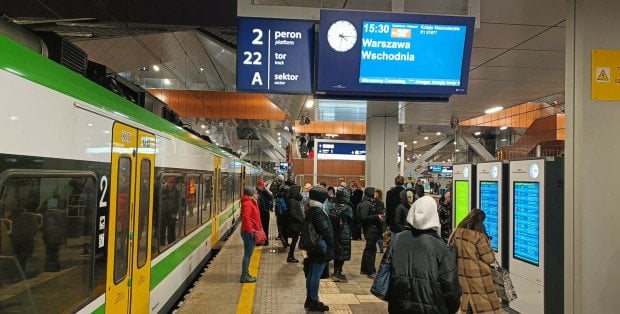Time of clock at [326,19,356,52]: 4:14
